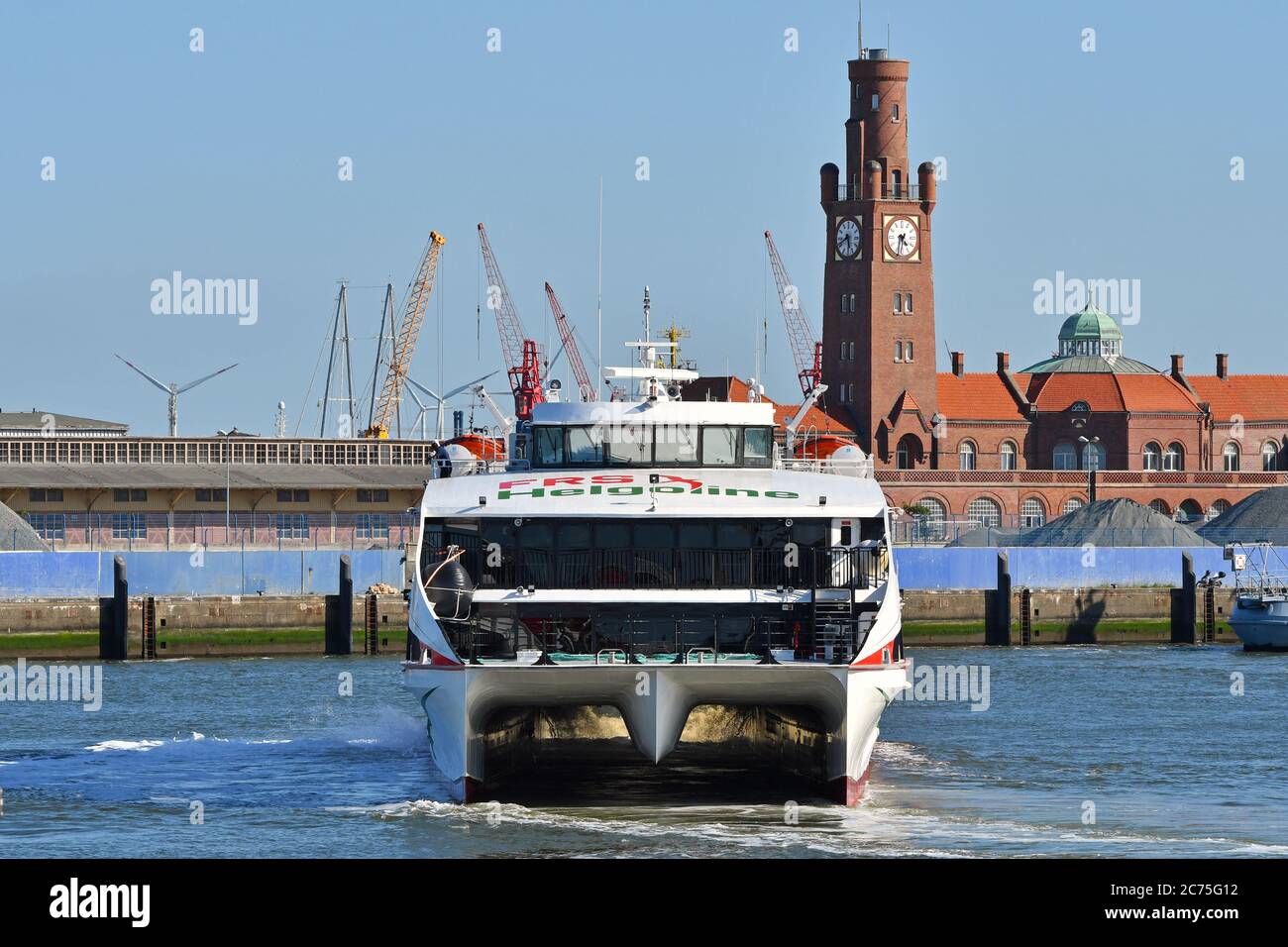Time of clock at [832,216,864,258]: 5:41
